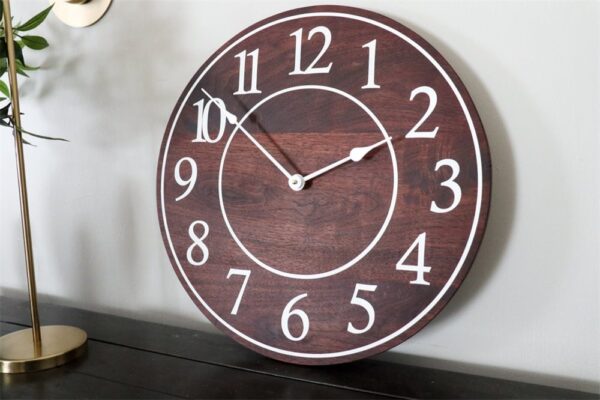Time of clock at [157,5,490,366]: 1:51
